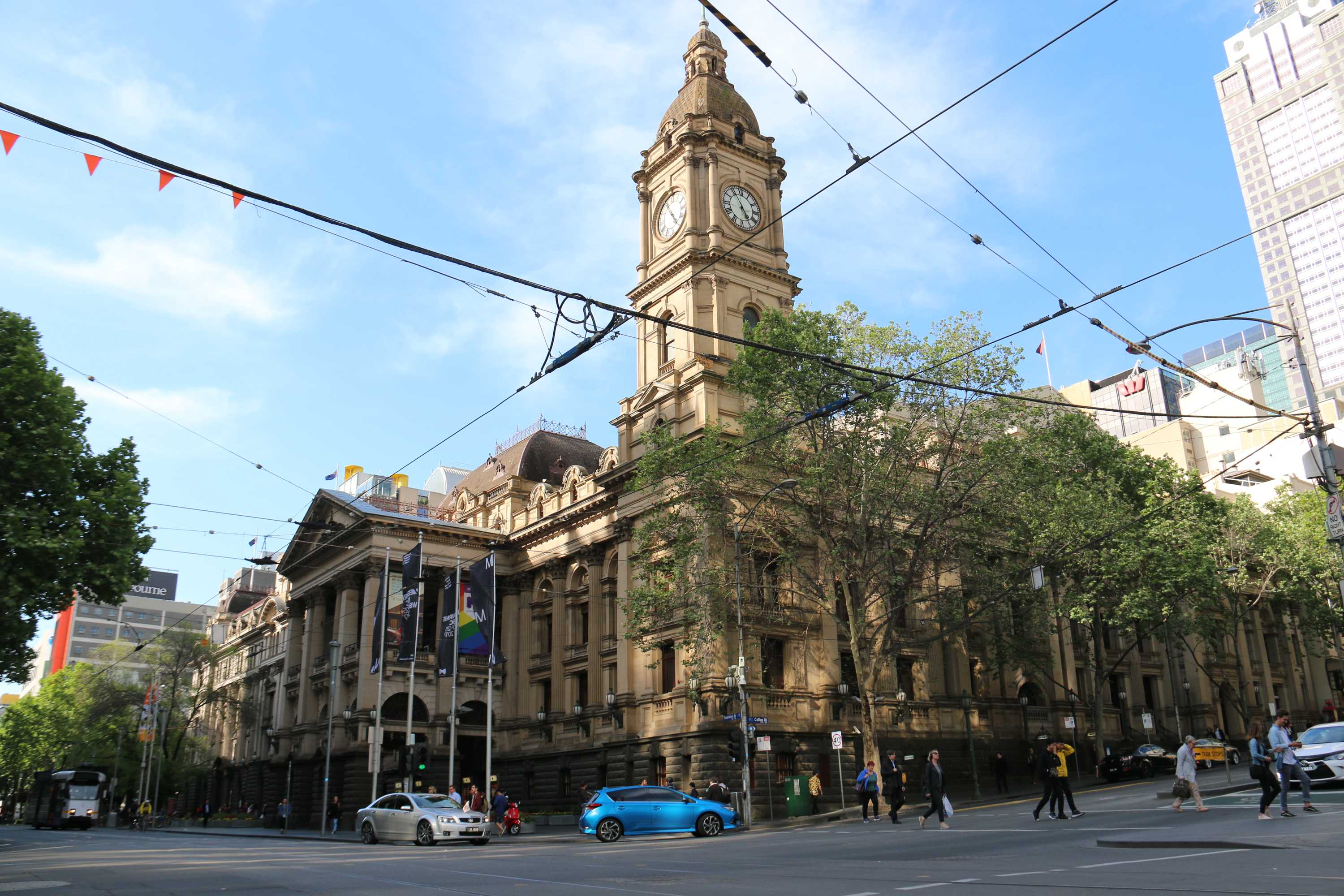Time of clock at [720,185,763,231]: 4:54
